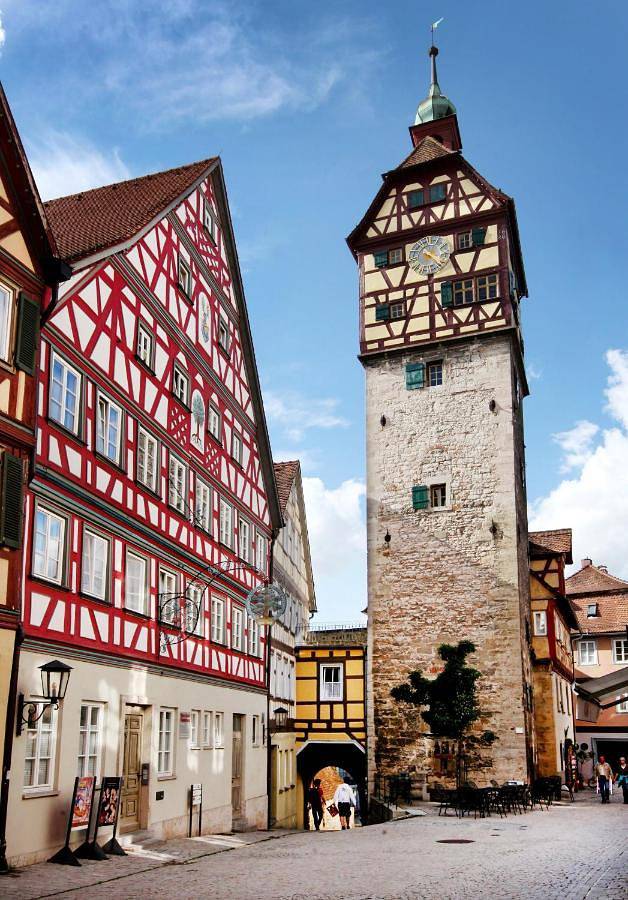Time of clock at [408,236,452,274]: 4:22
